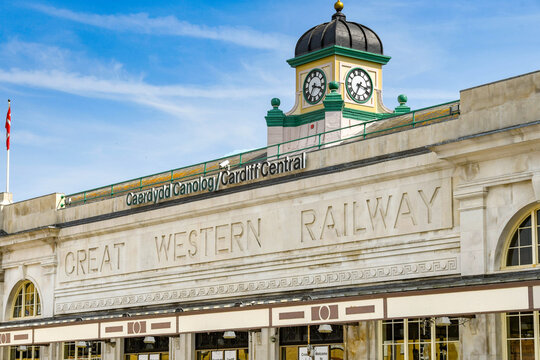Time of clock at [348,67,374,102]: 3:34
